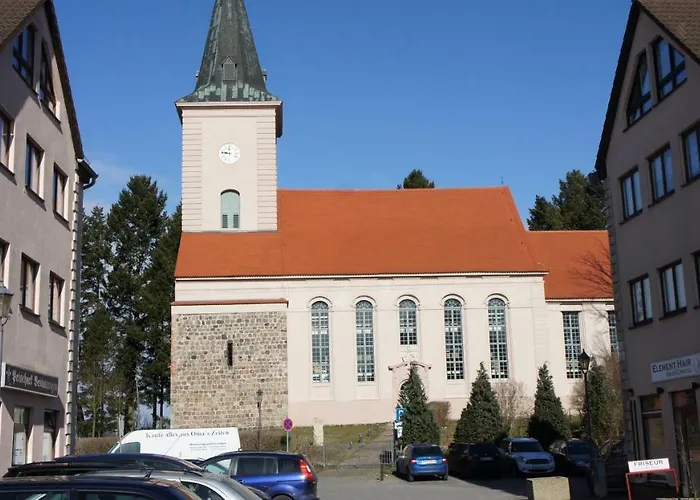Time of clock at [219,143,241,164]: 8:46
